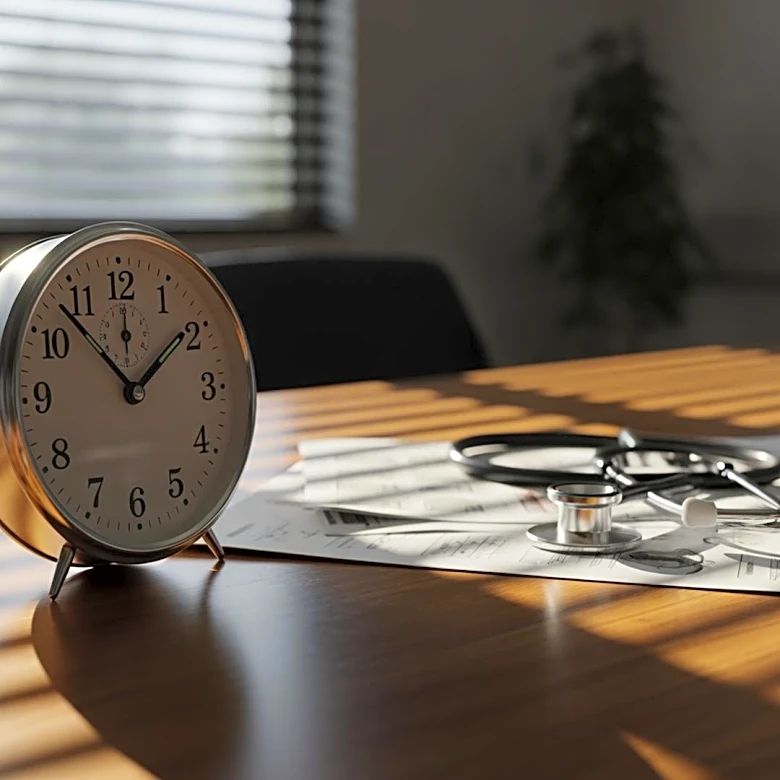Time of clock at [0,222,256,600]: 1:52
